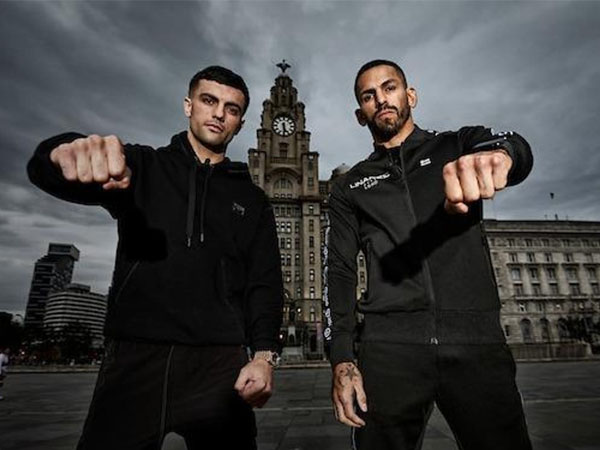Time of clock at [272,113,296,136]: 5:30
